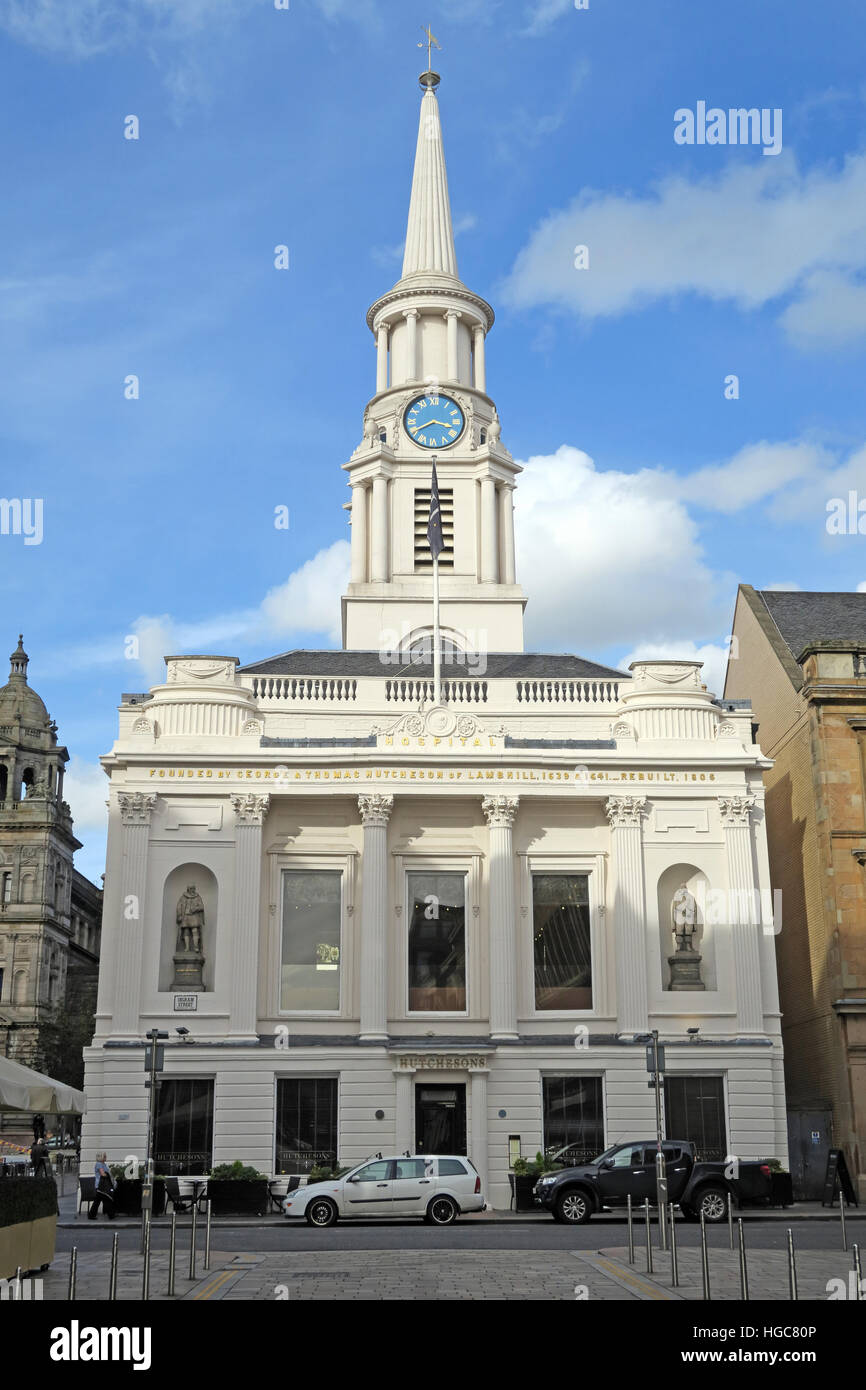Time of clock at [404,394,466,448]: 3:40
